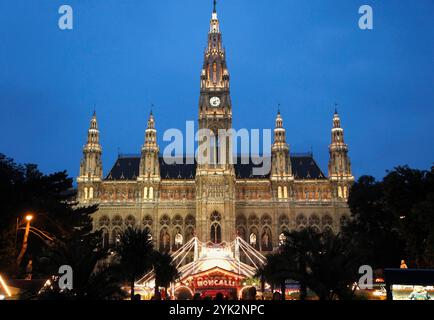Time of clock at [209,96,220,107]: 7:12
